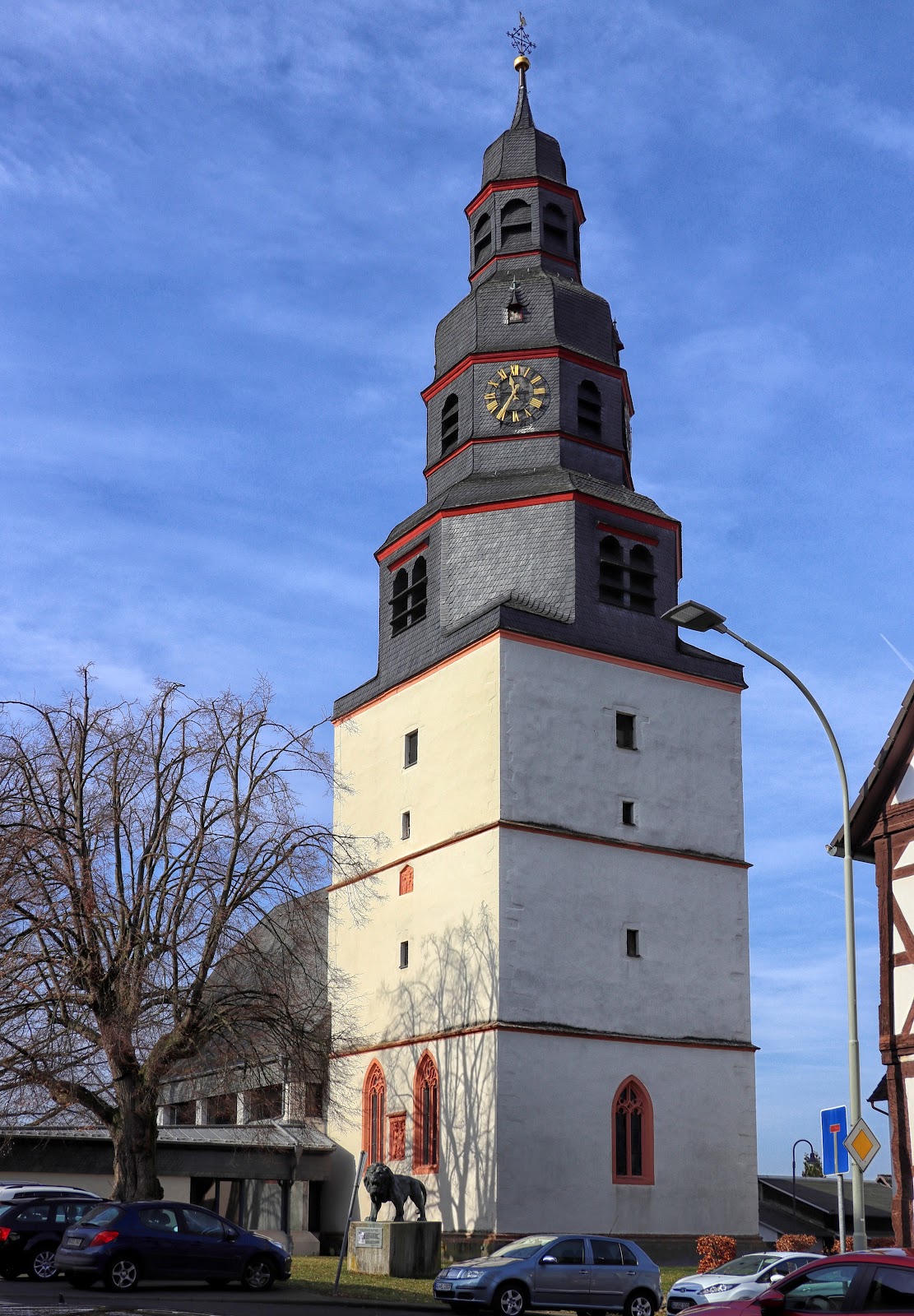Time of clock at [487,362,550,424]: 11:35
